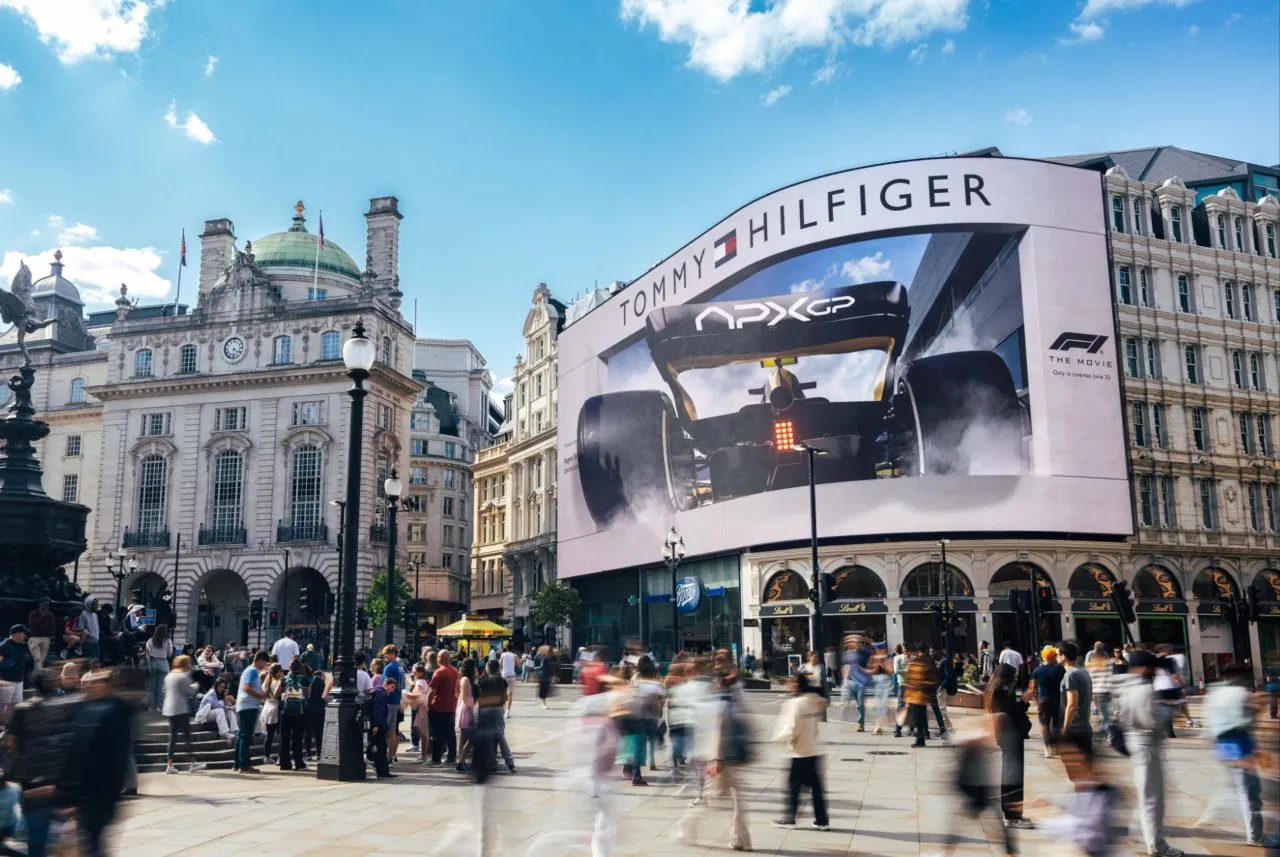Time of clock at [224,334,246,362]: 4:29
